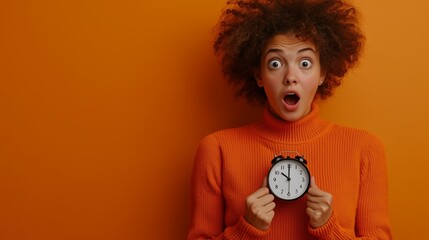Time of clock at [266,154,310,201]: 10:00
